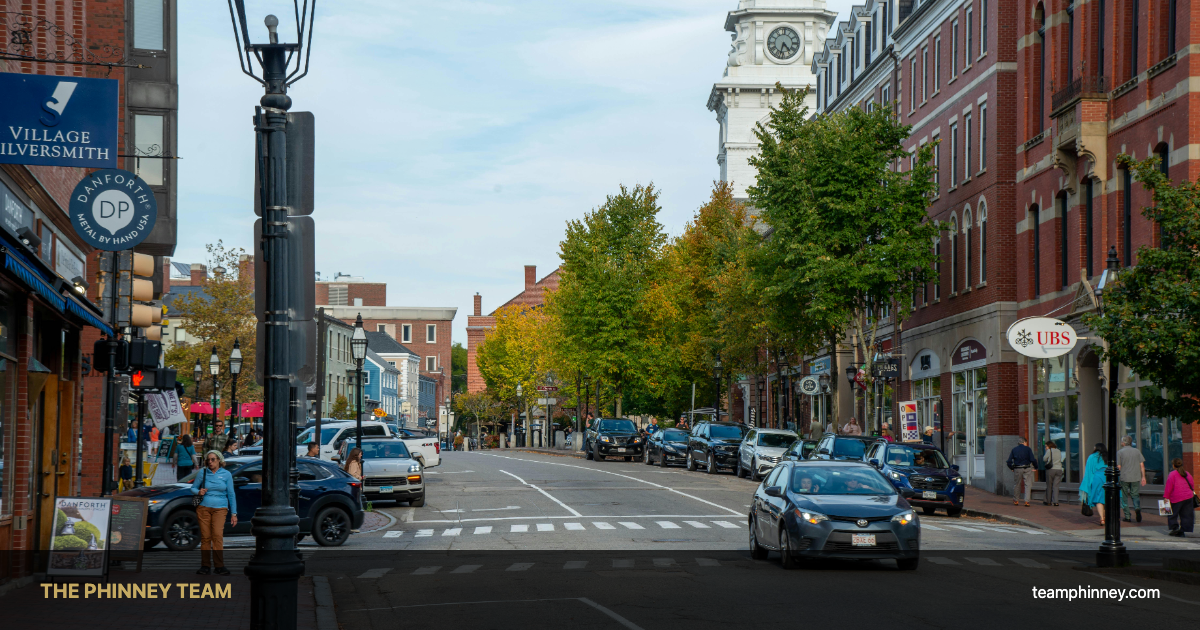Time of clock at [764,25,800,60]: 4:32
